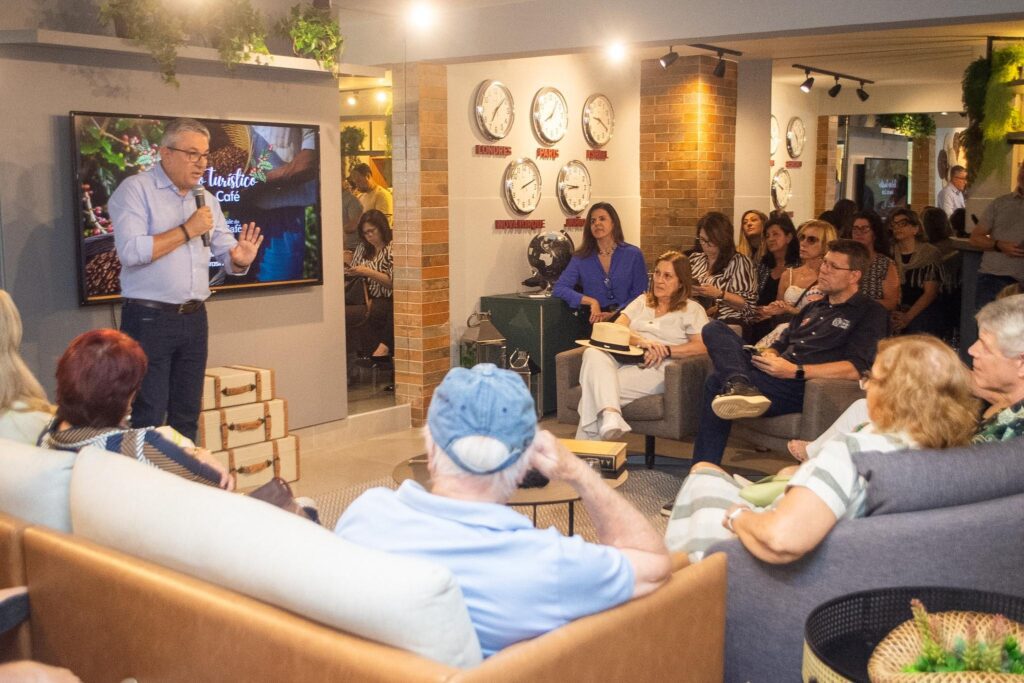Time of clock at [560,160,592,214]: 8:46
